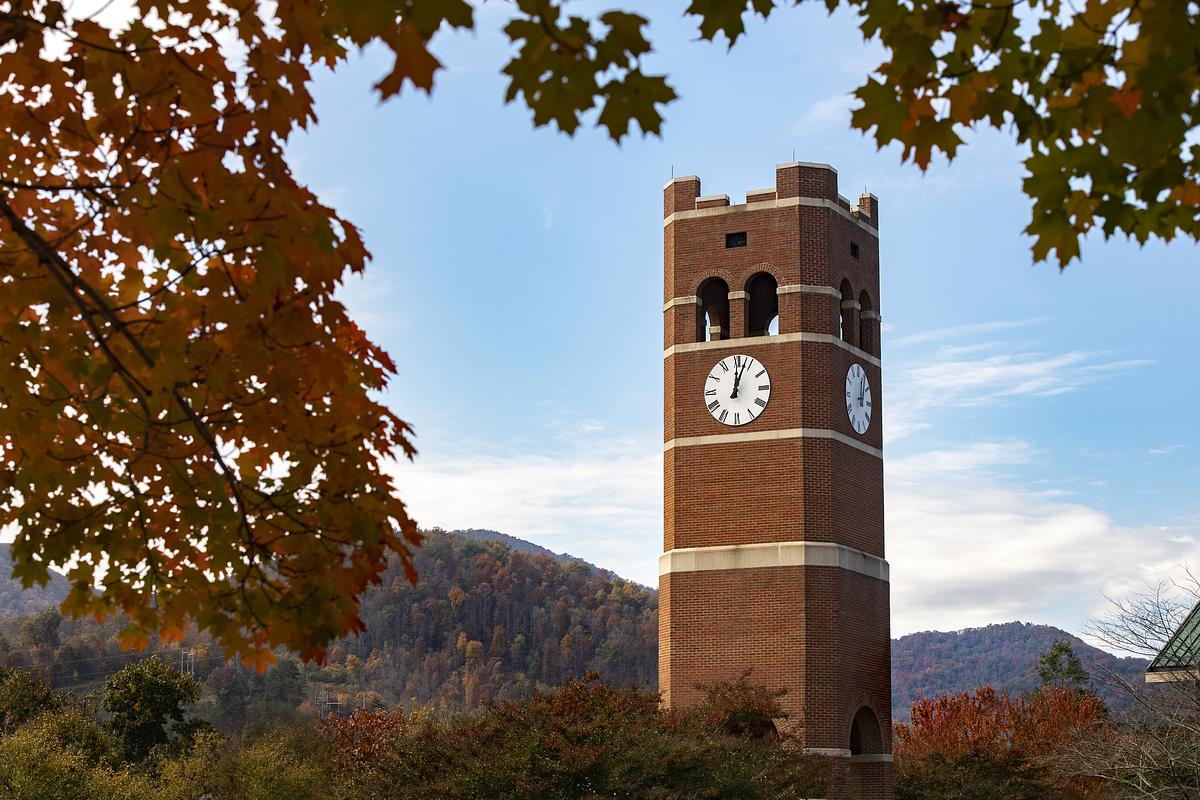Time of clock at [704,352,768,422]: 12:03
